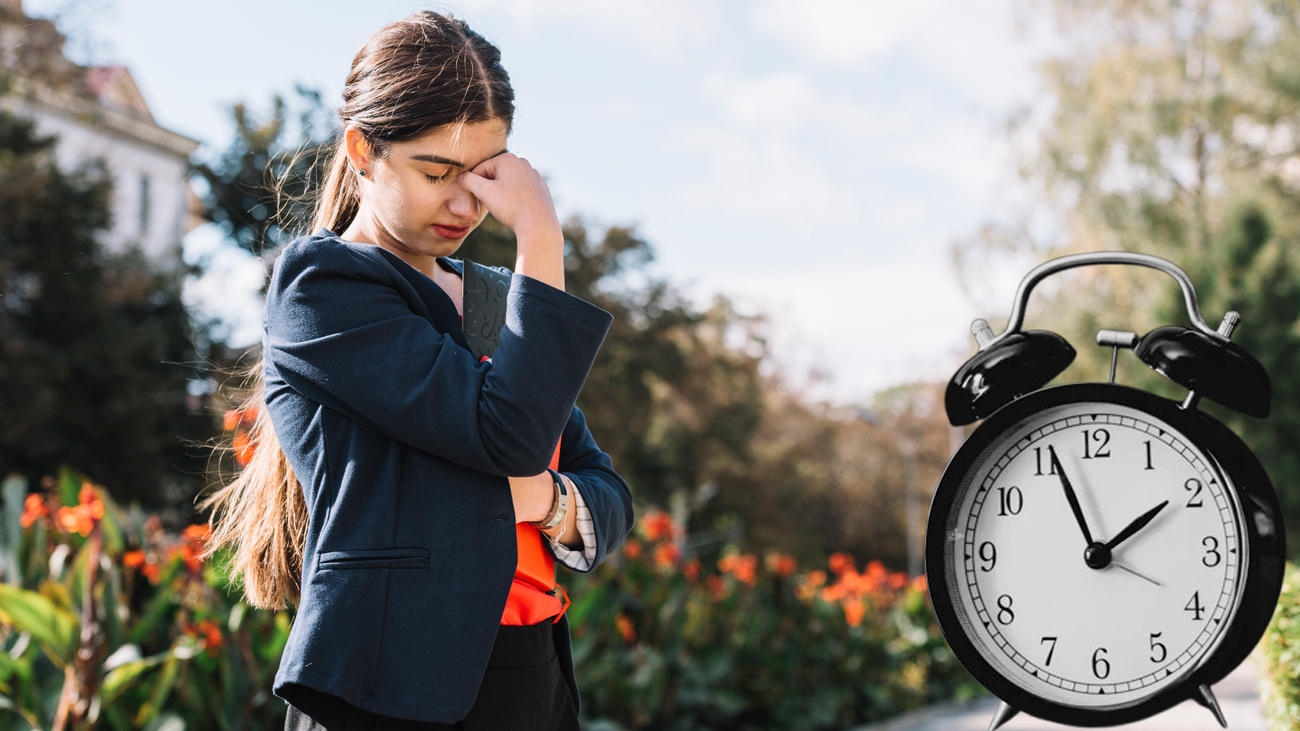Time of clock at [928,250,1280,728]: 1:56
